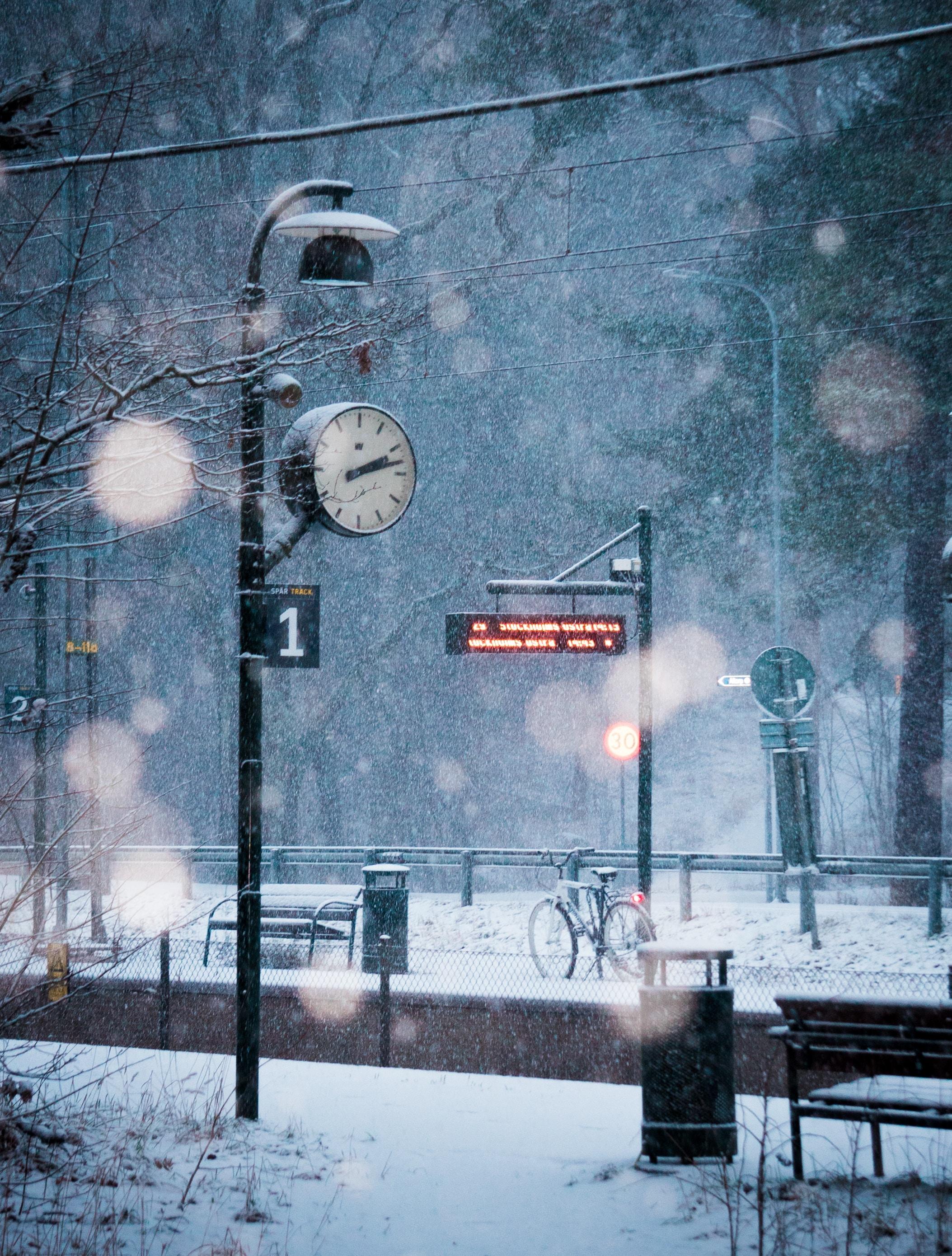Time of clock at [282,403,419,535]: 2:12
